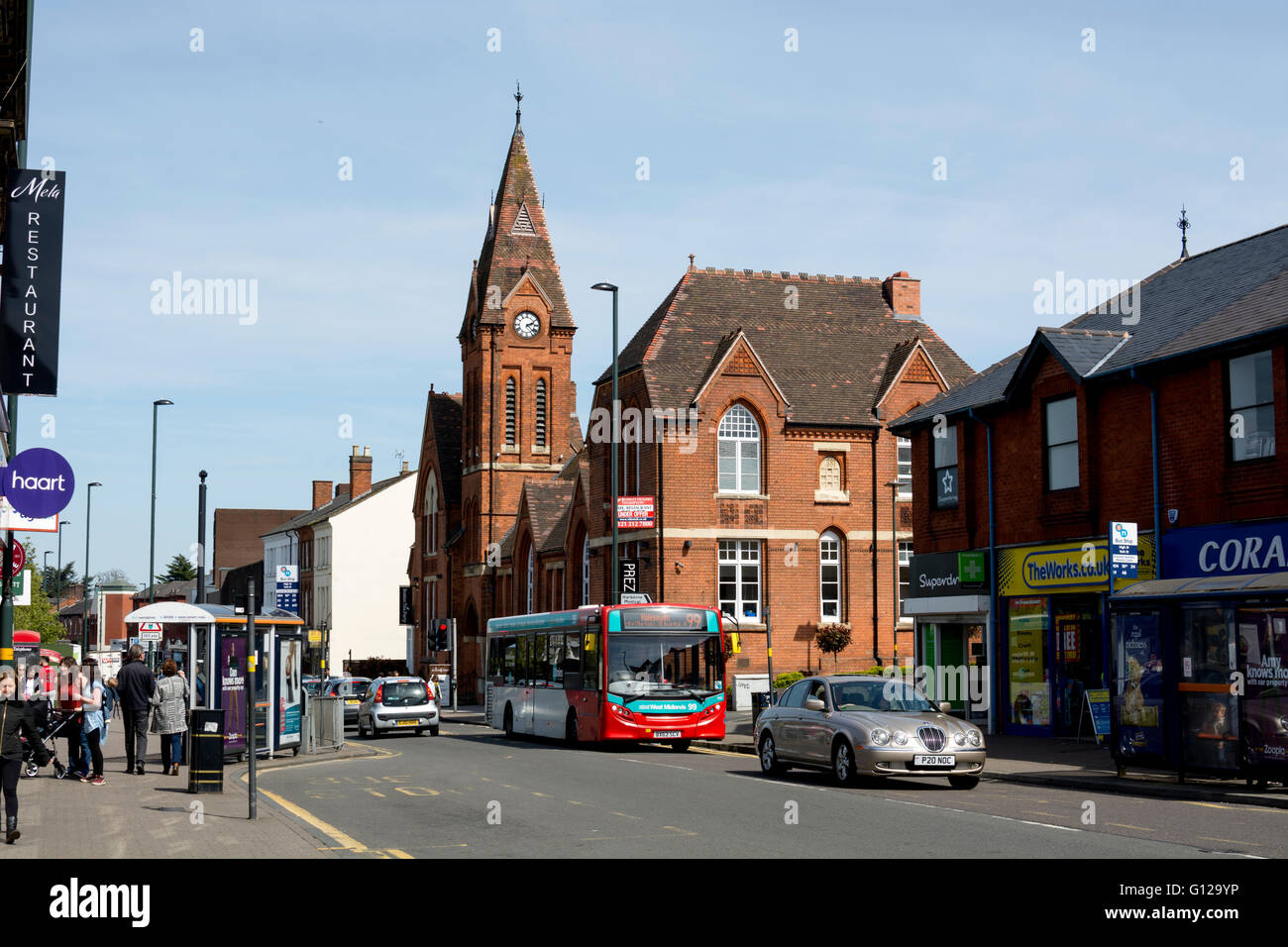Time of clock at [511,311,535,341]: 2:22
